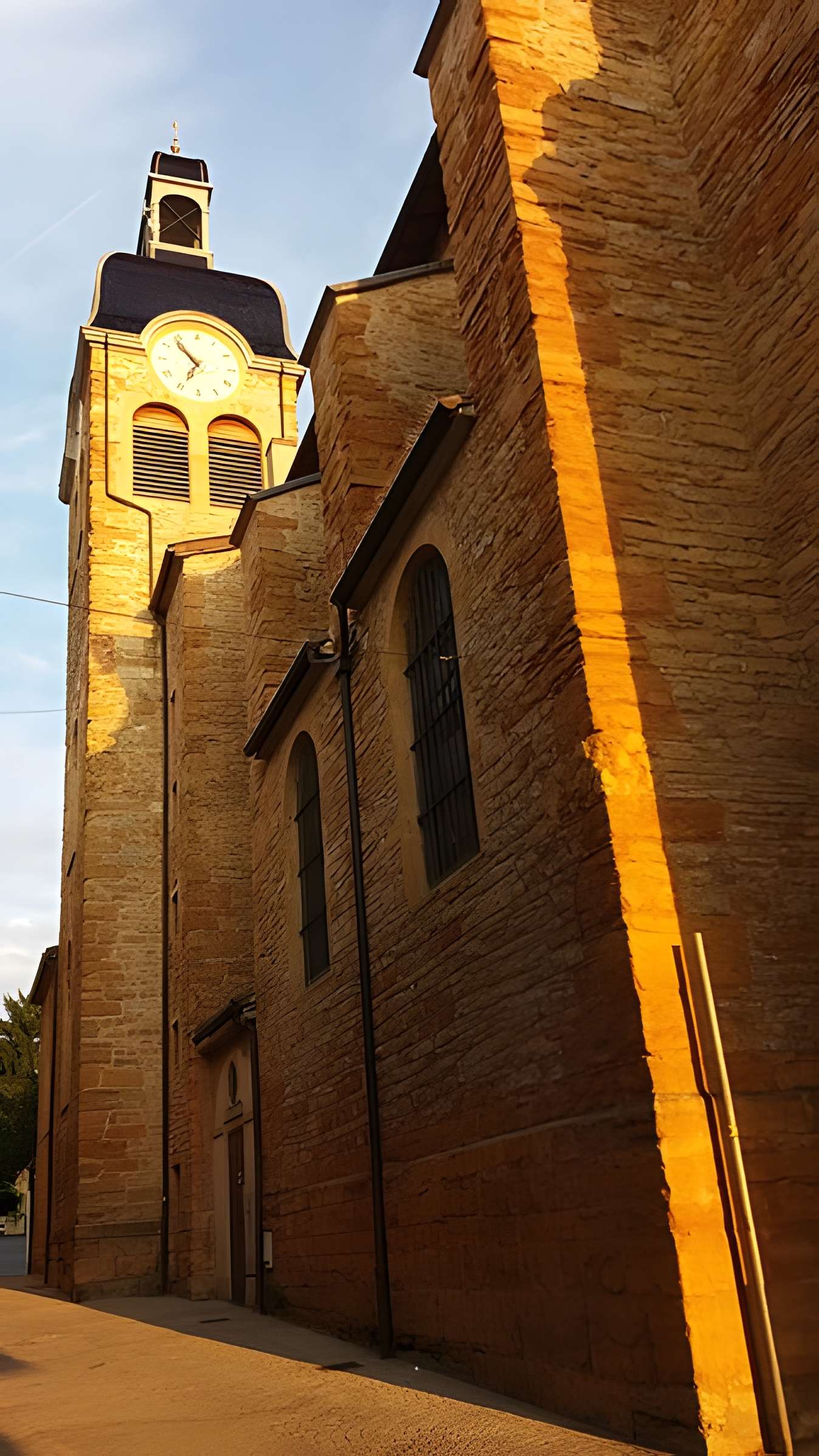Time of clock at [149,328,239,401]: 6:53
